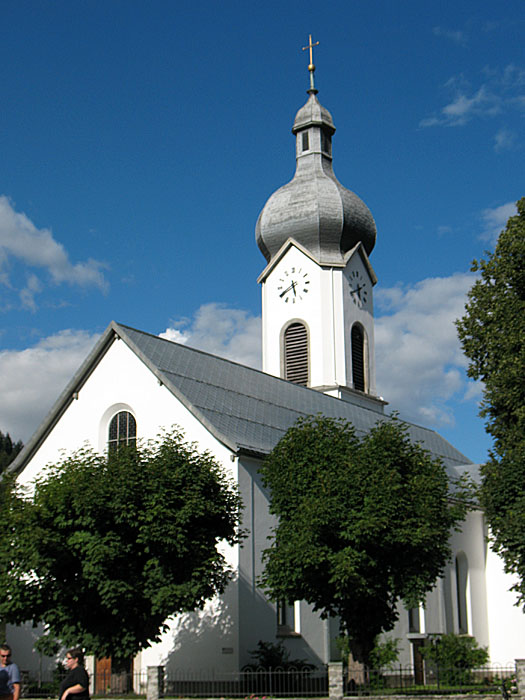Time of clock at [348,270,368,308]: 5:41
